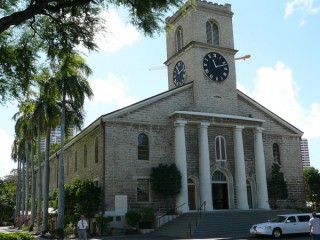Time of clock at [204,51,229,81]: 11:12
